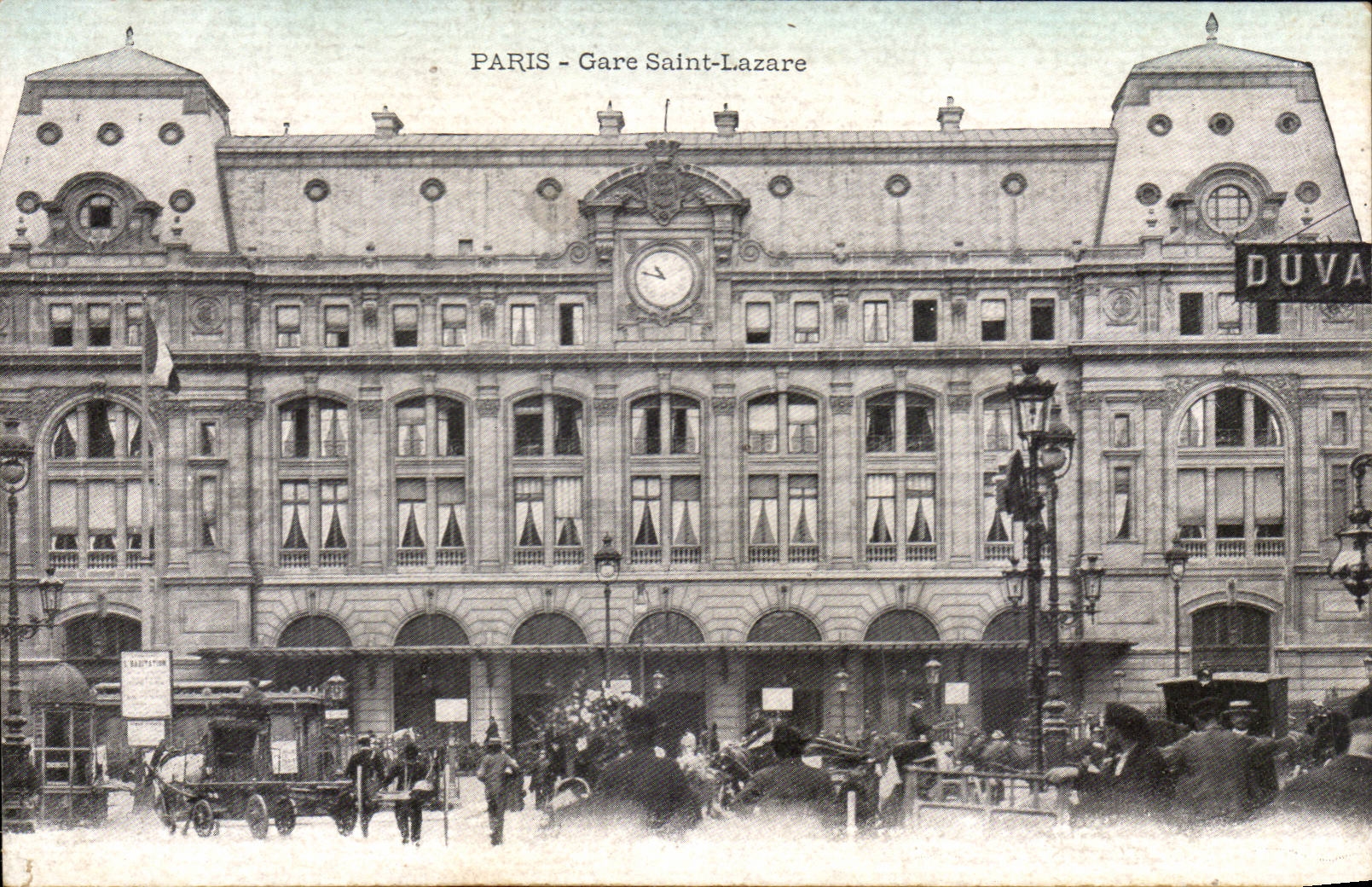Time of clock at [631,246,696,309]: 10:47
